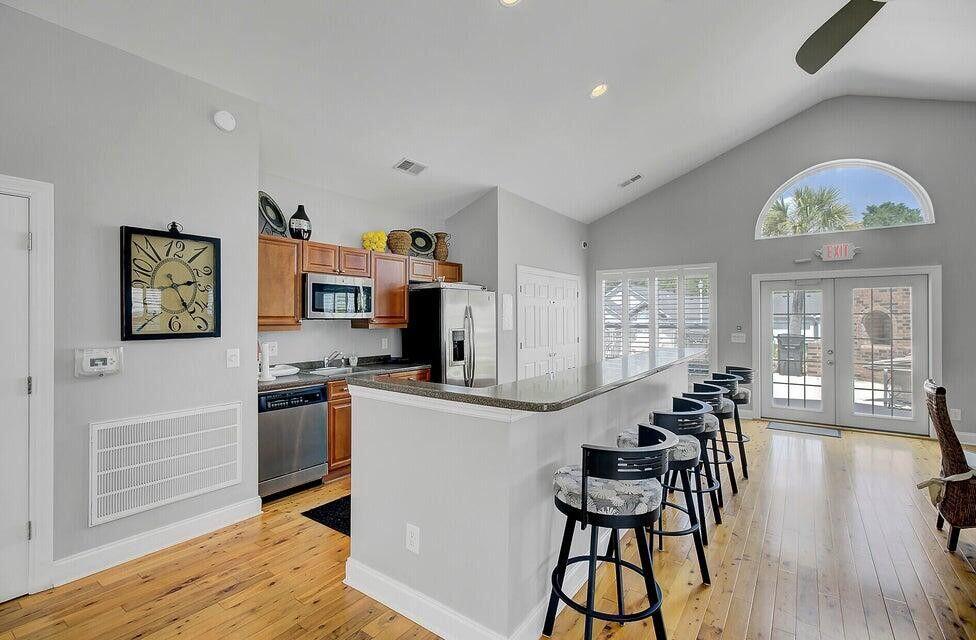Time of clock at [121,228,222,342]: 2:24
